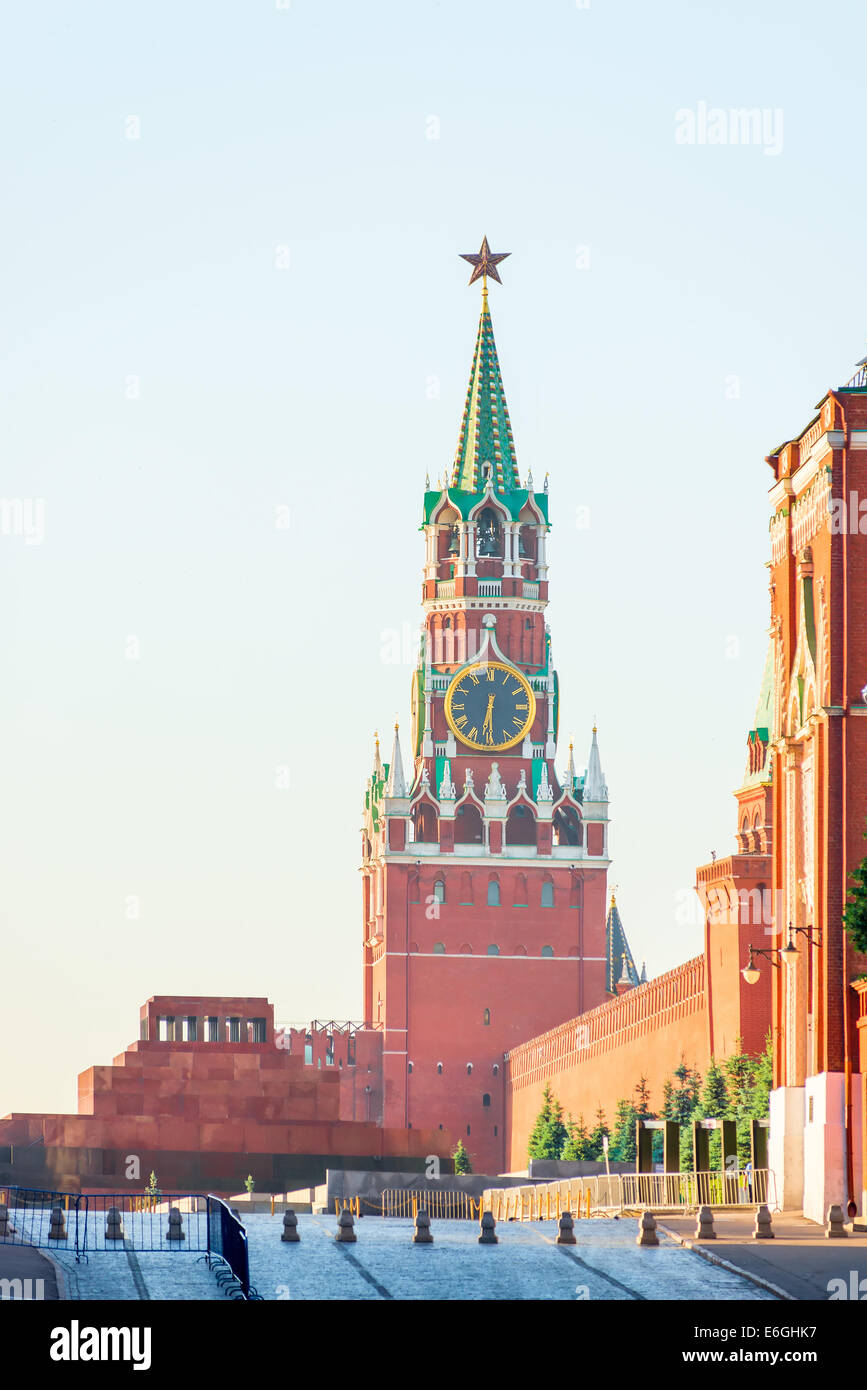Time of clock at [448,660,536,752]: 6:30
